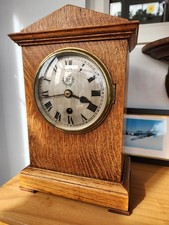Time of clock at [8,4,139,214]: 3:43
